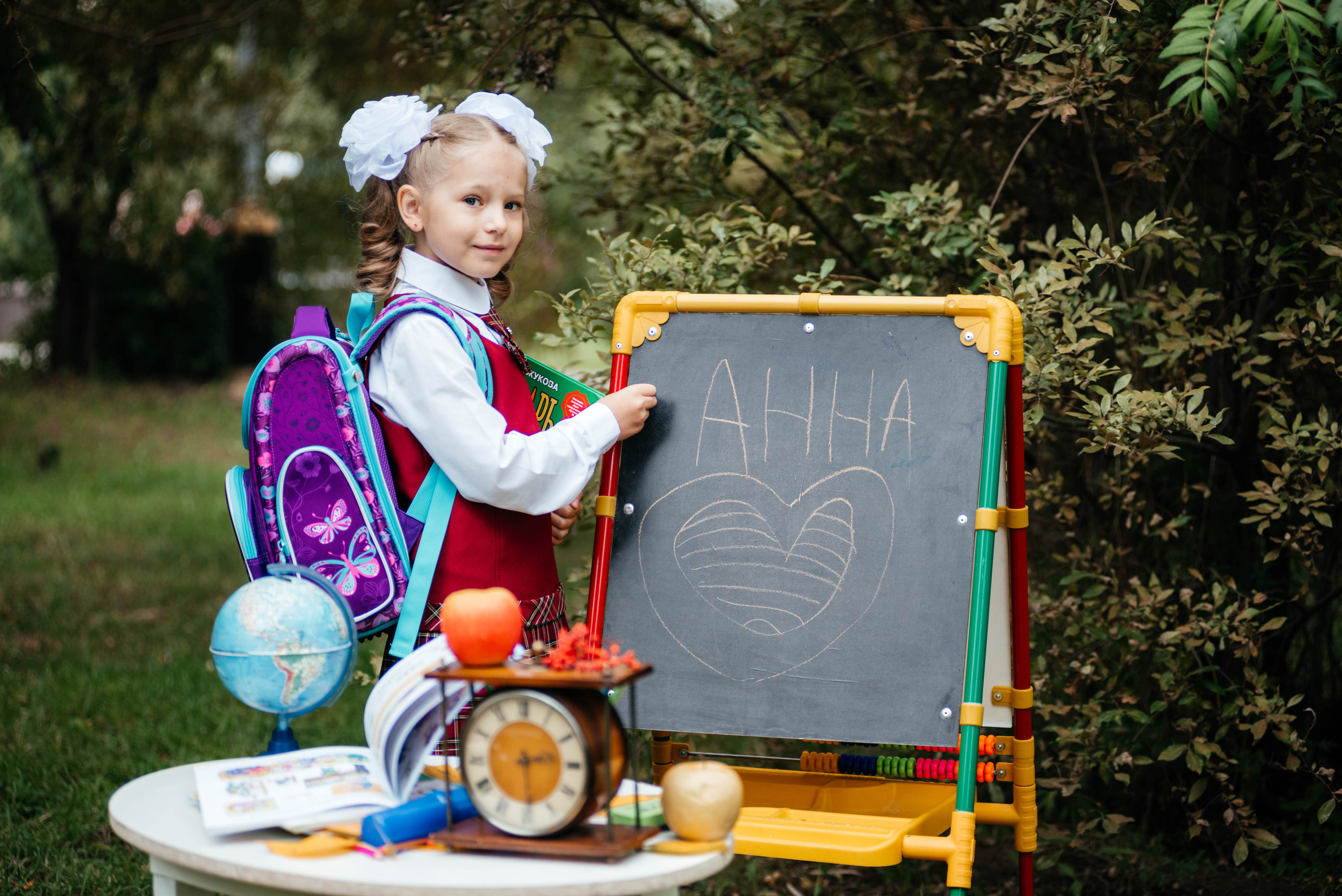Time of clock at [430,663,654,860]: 2:29
